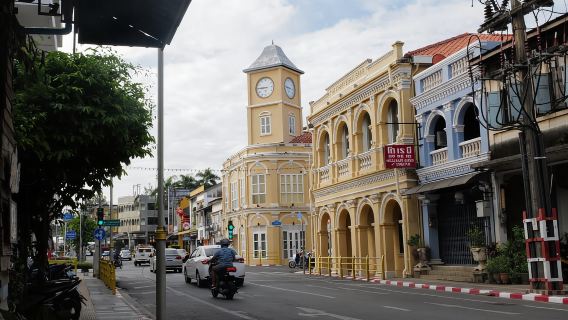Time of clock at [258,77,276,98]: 8:45
